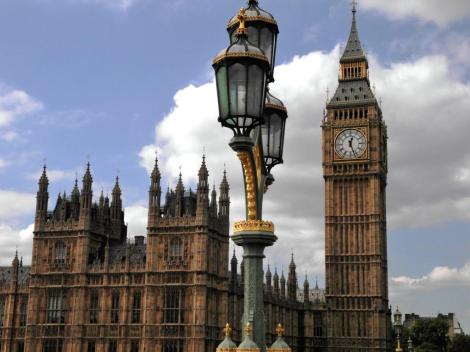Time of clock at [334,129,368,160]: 12:26
